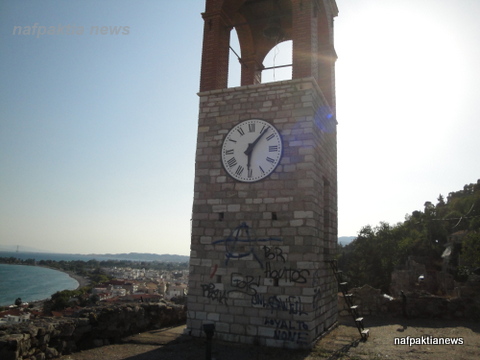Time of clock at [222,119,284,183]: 6:06
